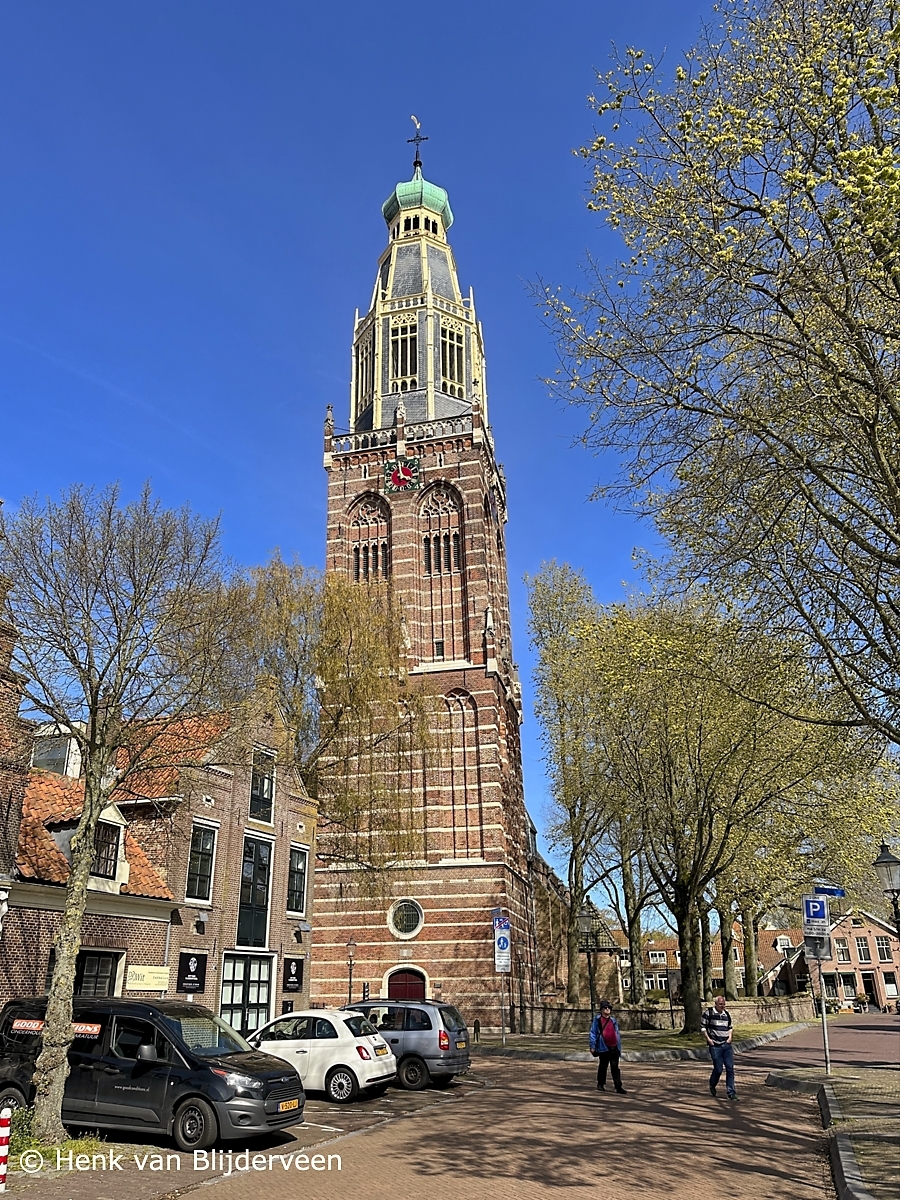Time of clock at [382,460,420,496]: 3:58
